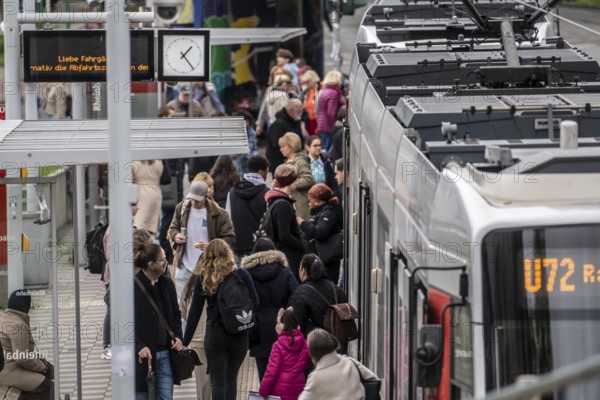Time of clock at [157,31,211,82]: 1:23
